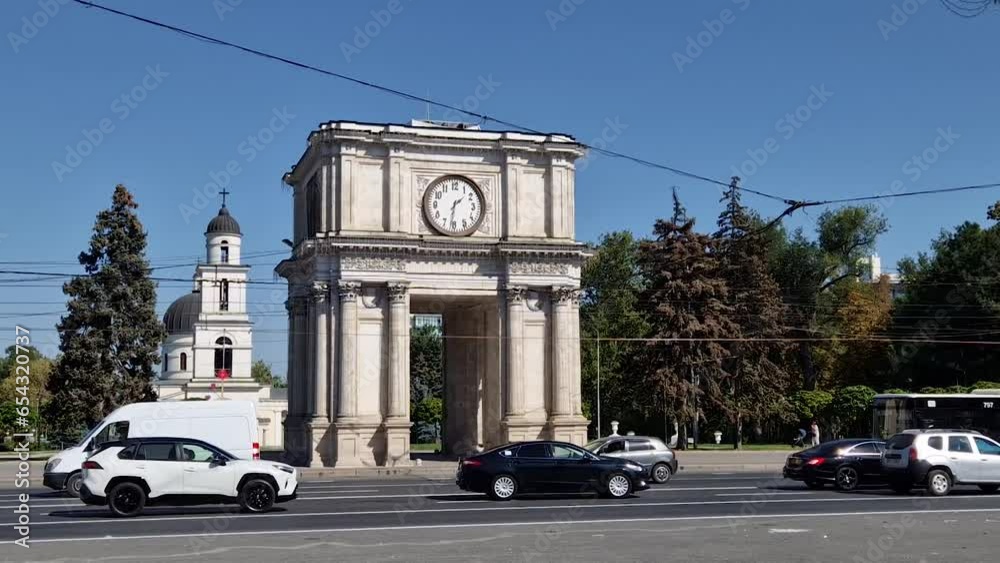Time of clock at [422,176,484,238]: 1:31
